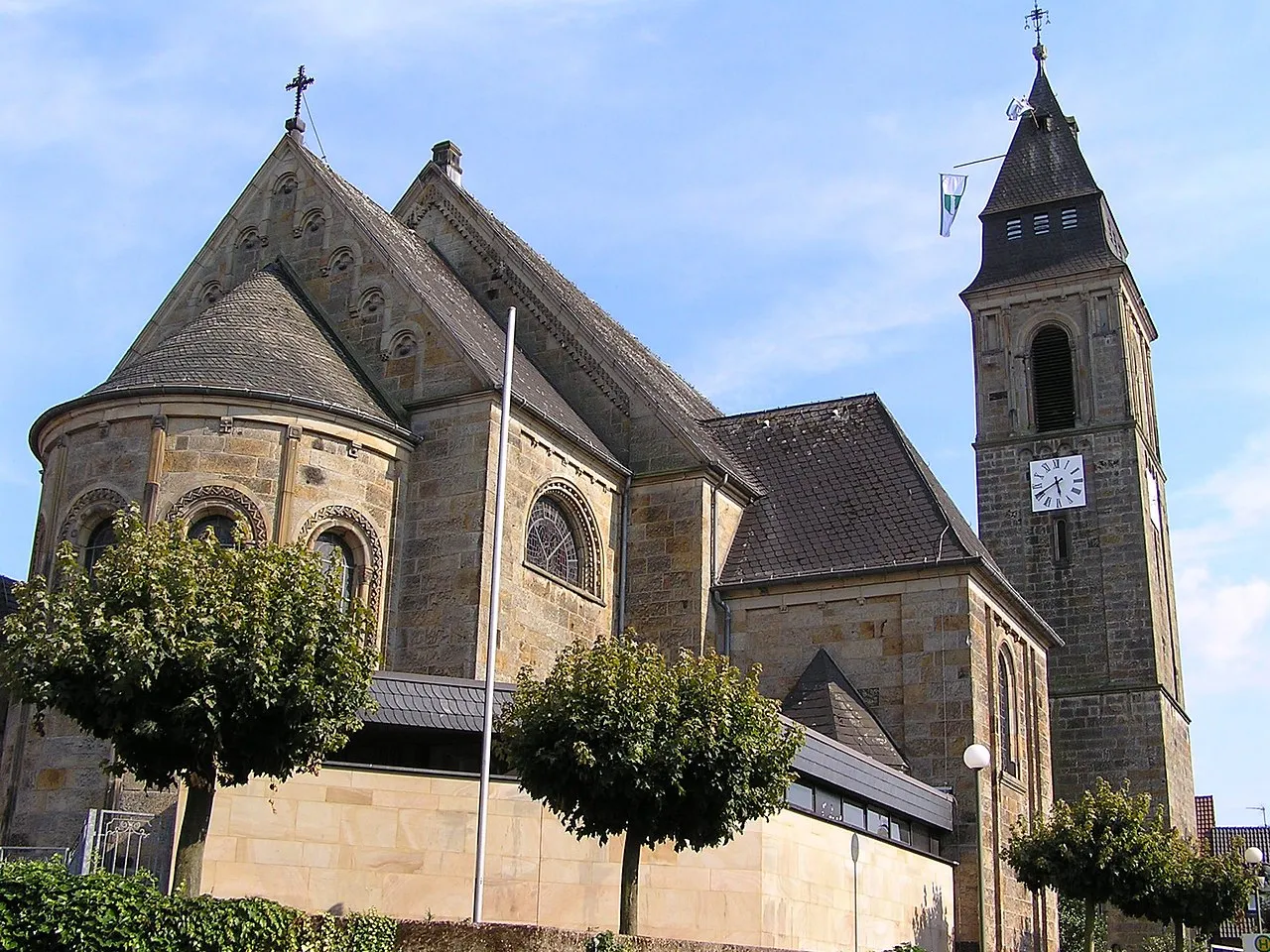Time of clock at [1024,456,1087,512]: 5:40
